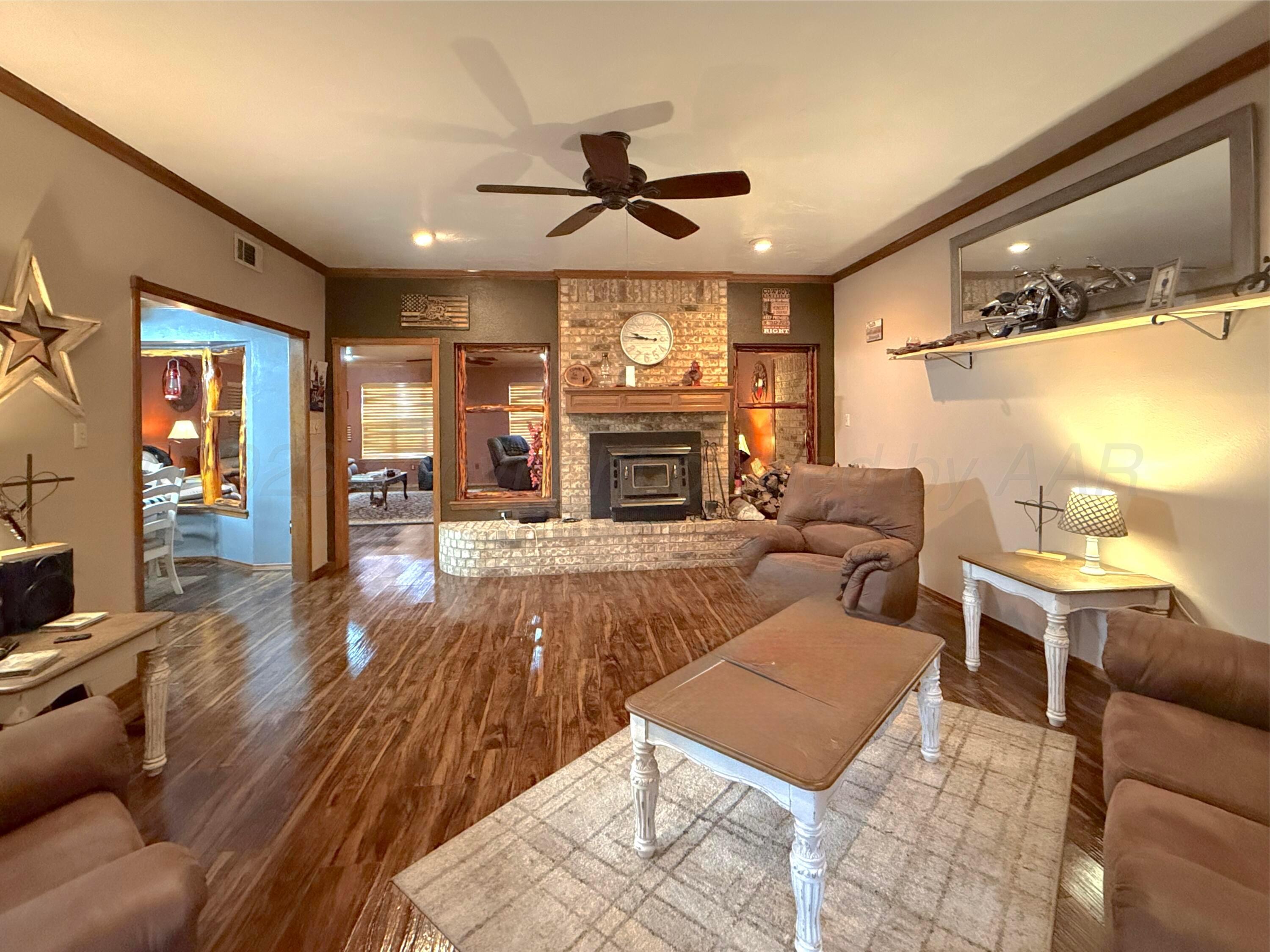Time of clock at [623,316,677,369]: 9:45
